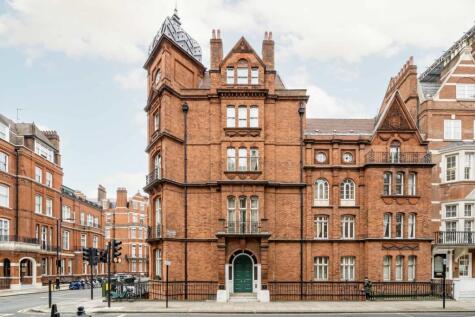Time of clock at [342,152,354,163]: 8:32
